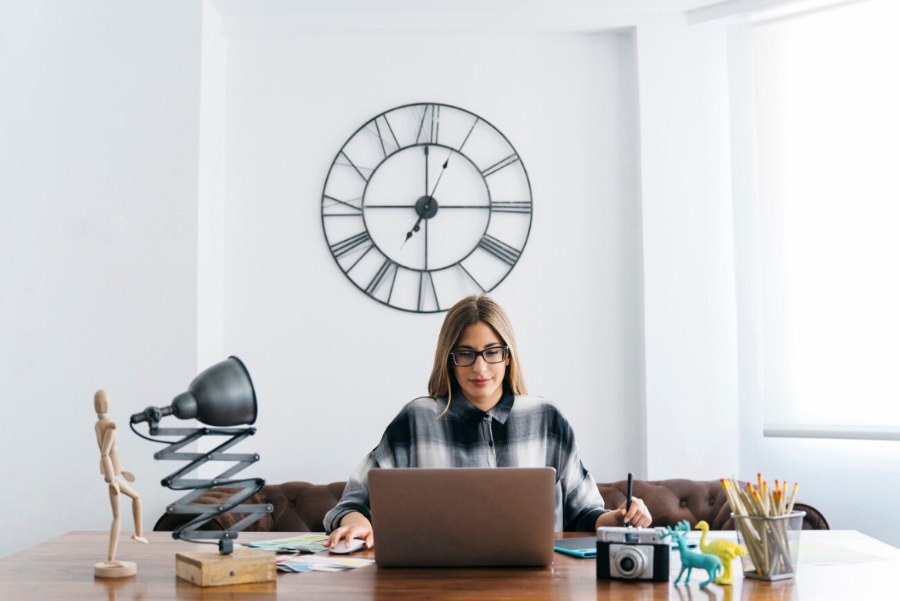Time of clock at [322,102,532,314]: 7:00
